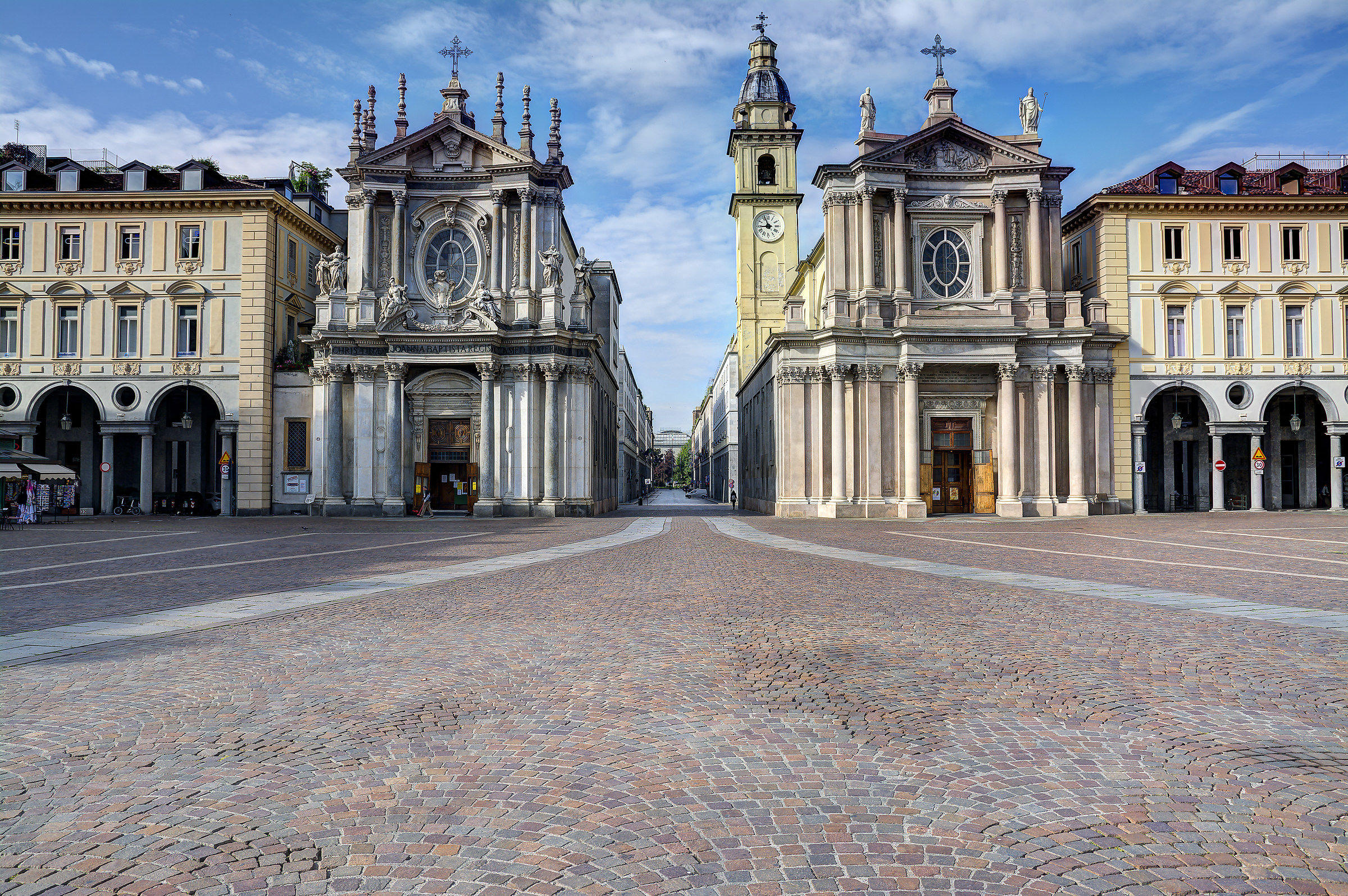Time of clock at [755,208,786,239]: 8:56
